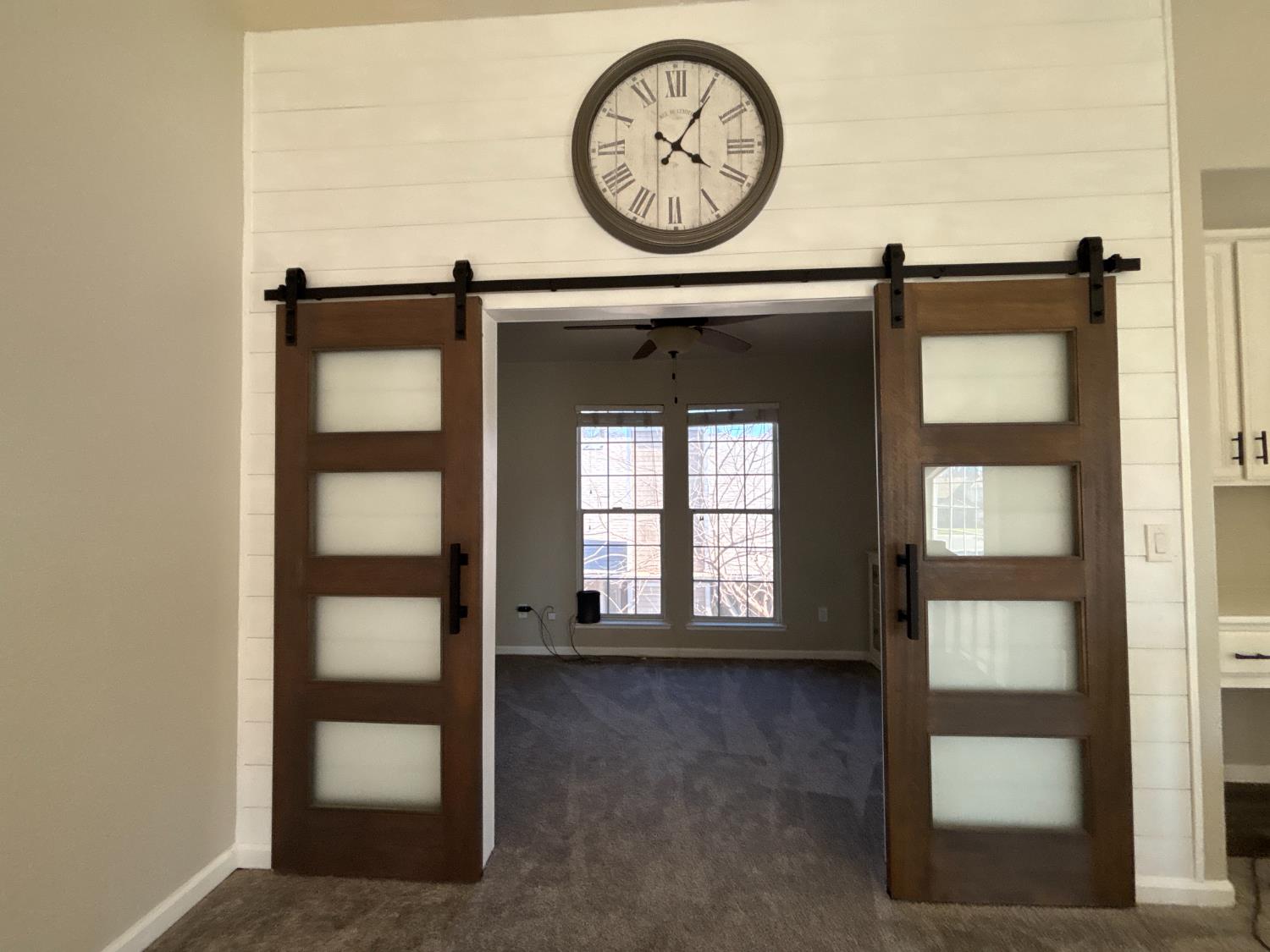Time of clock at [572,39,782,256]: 4:04
